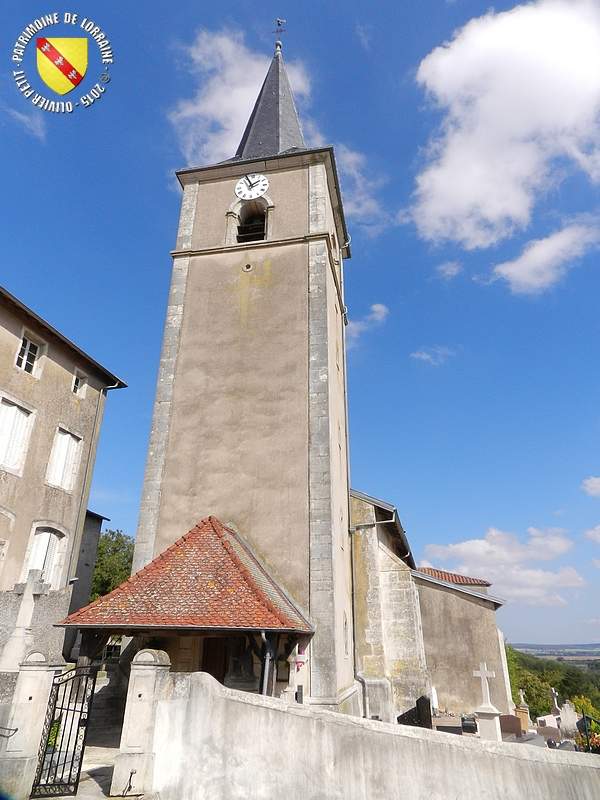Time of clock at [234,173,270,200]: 1:56
